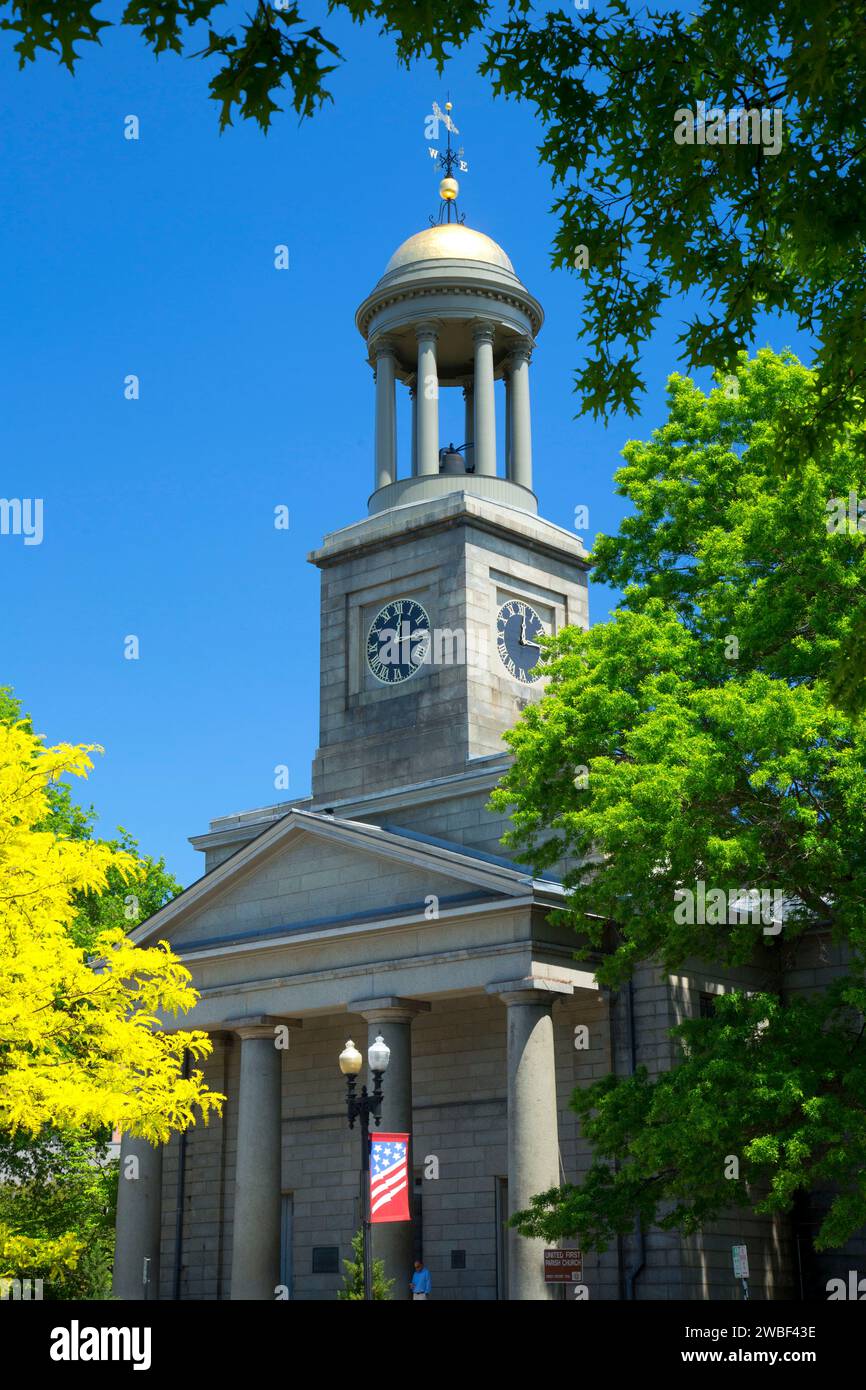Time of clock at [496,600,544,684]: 12:14
